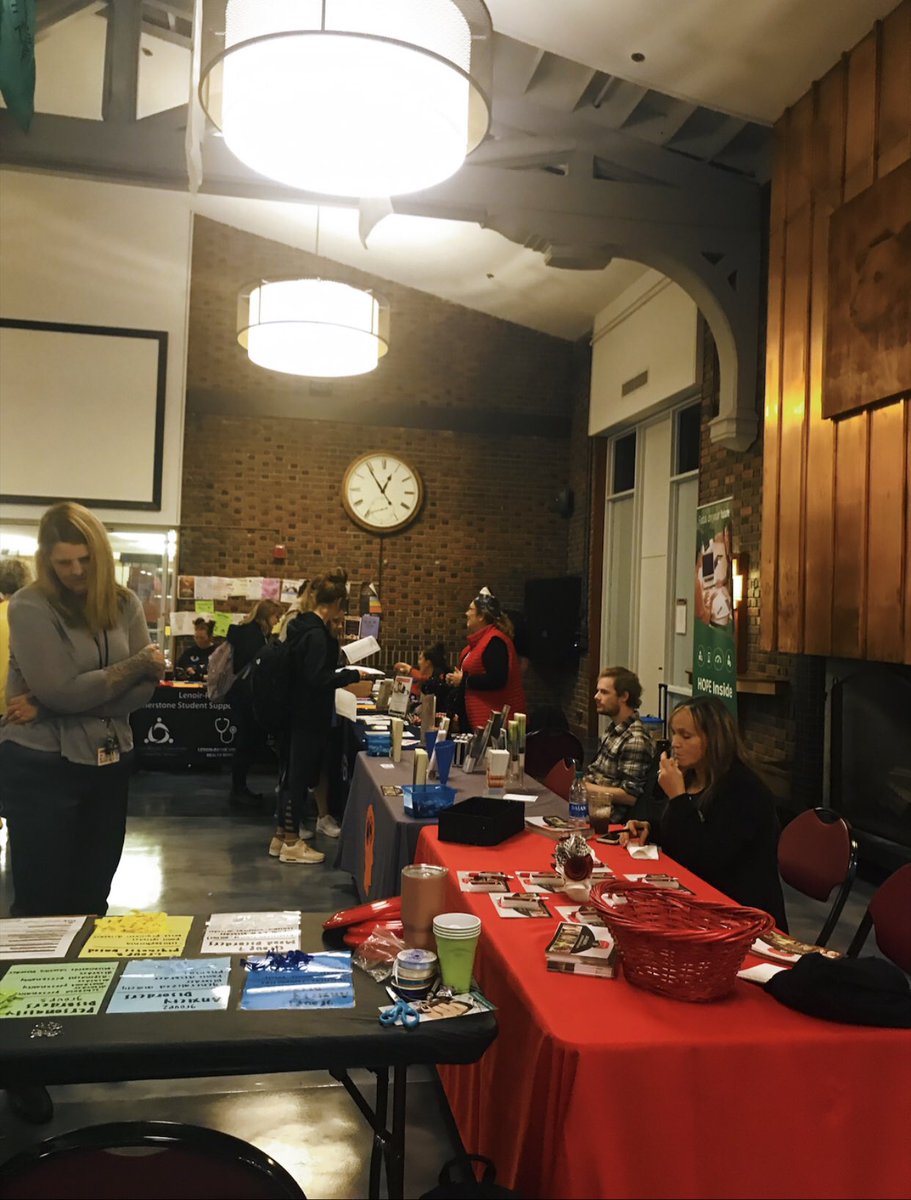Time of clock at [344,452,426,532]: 12:54
